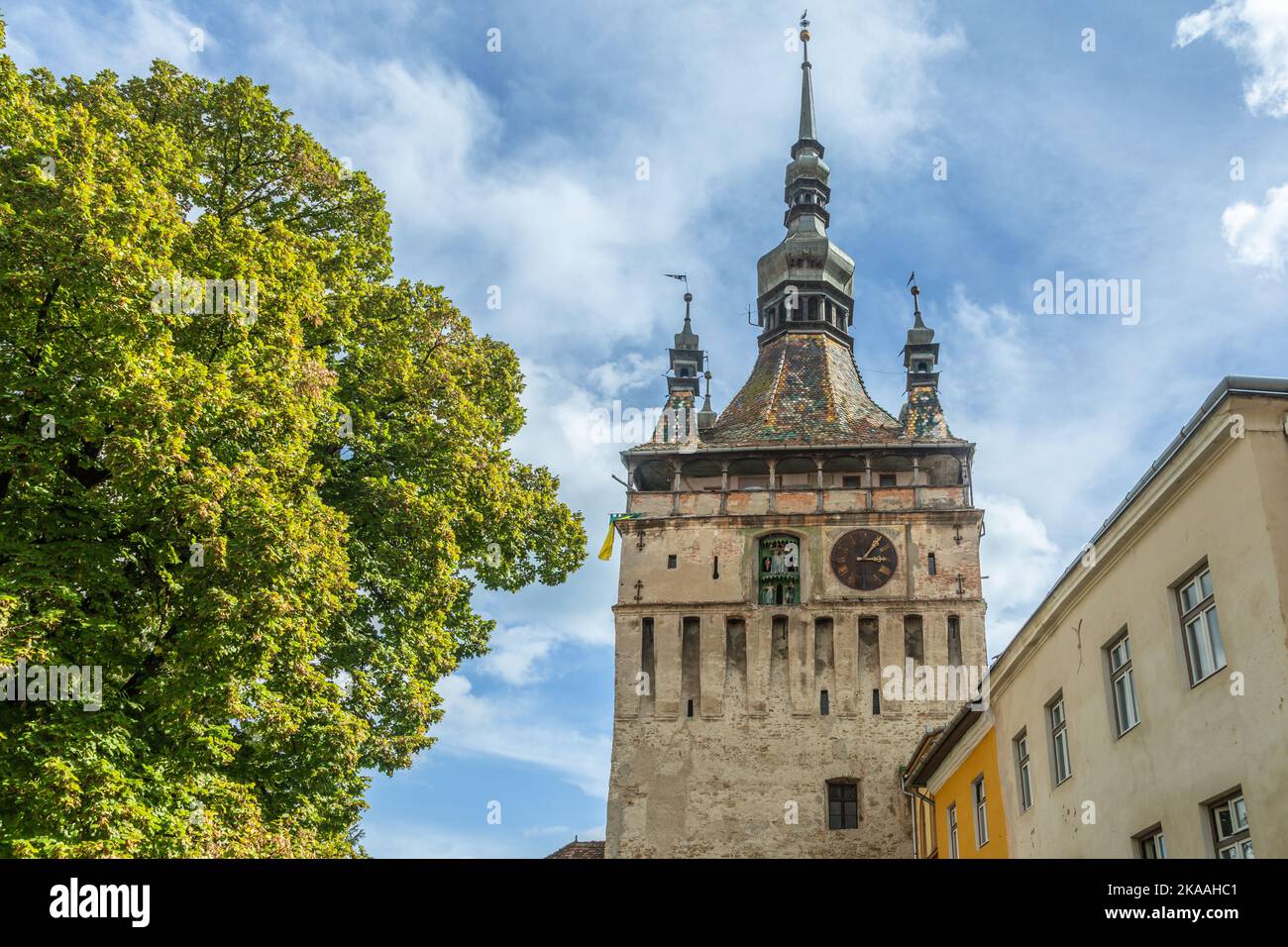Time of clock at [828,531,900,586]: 3:05
